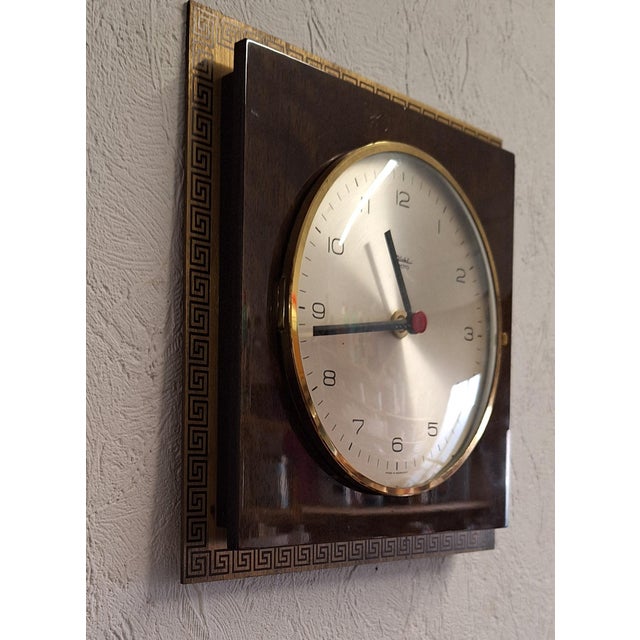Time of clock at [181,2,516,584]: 10:43
